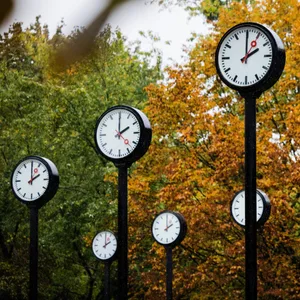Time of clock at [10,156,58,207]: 2:00
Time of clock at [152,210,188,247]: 2:00
